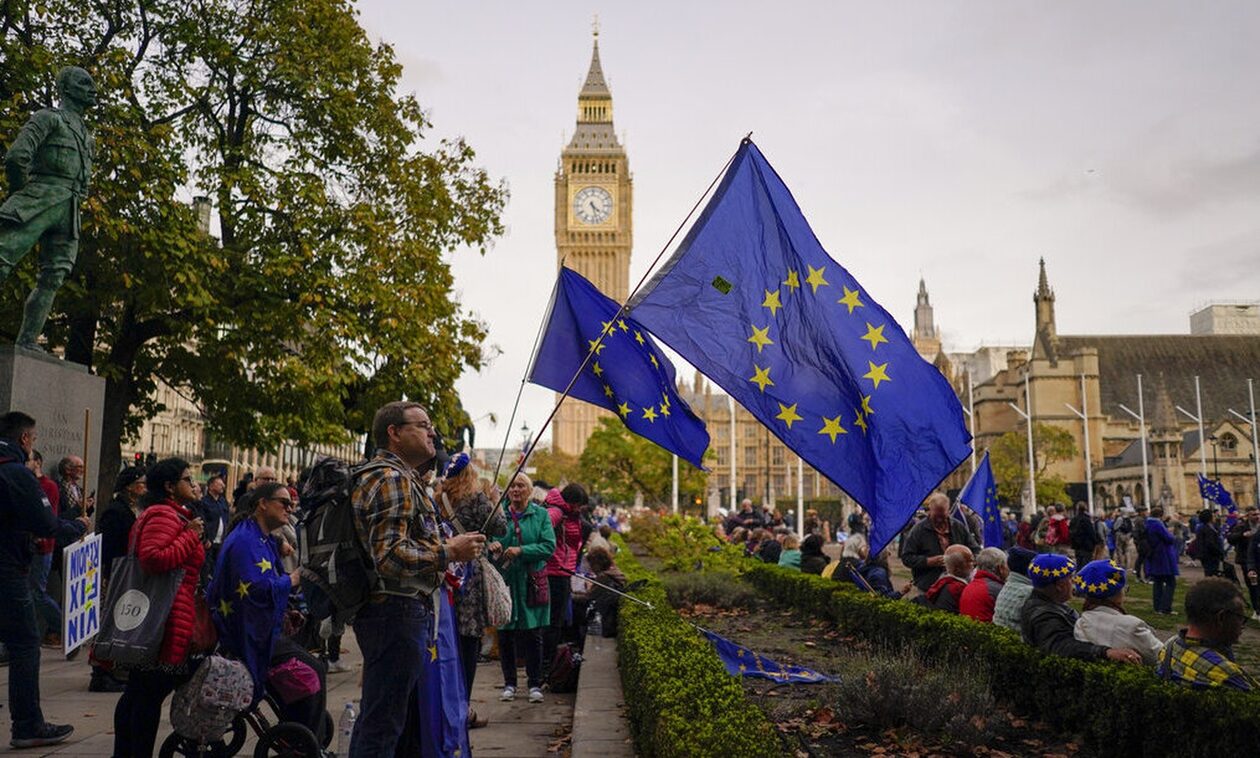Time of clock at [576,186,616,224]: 4:27
